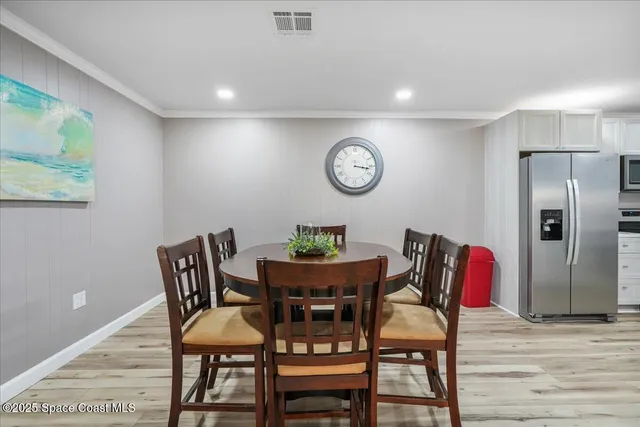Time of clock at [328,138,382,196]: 3:17
